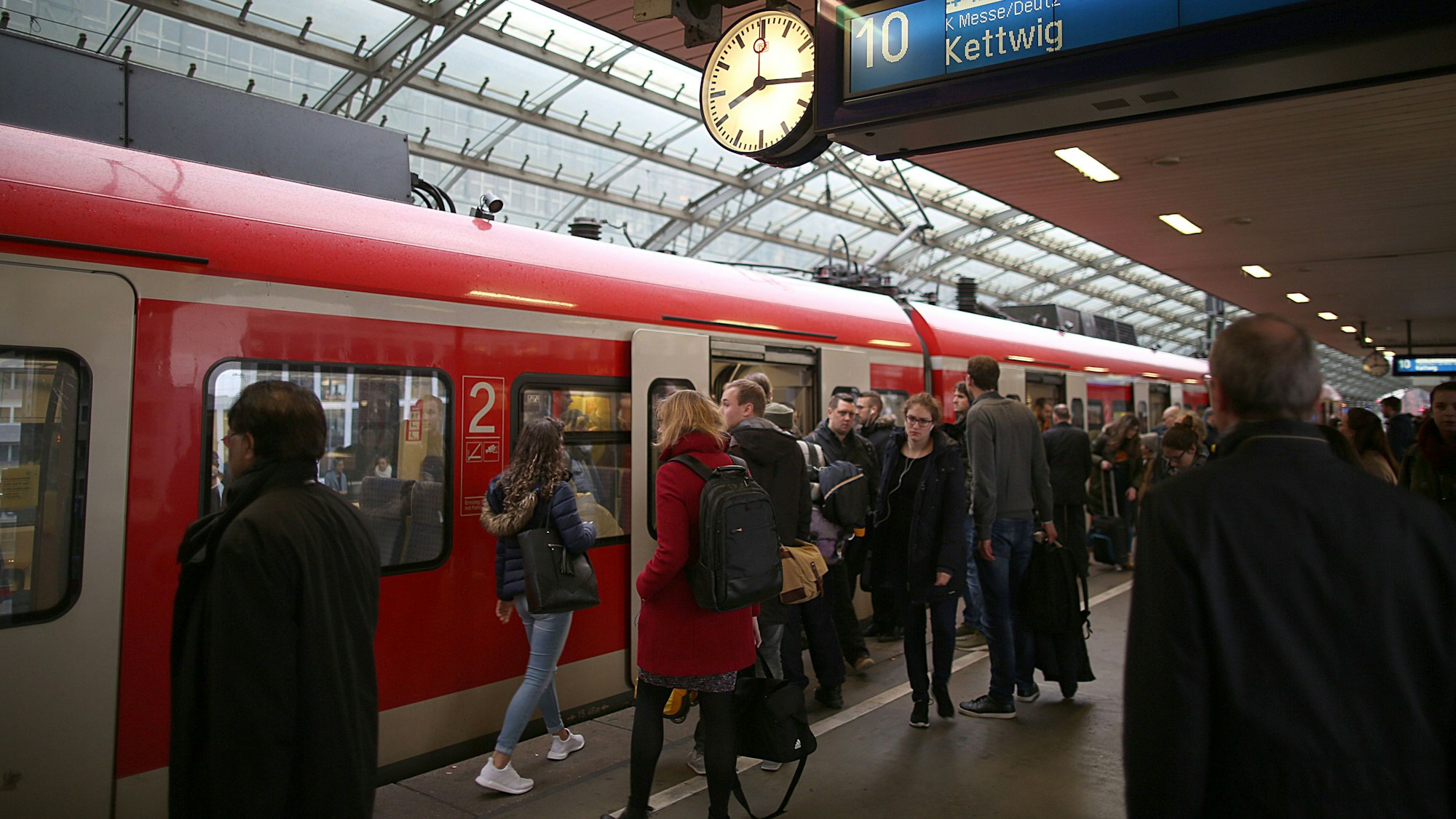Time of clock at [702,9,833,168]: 8:16
